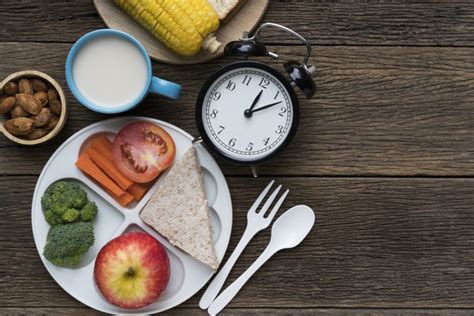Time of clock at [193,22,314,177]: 1:12
